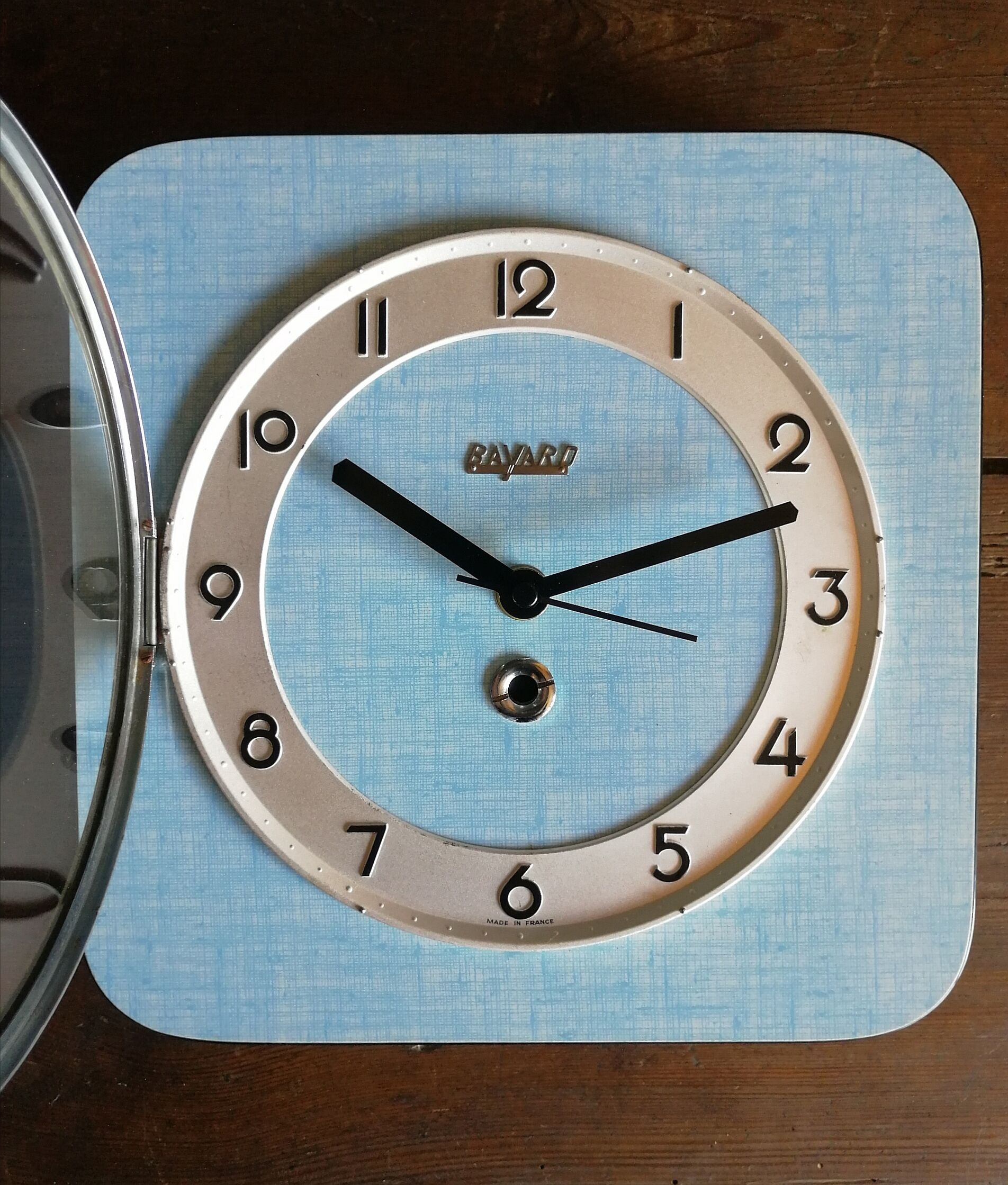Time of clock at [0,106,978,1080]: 10:12
